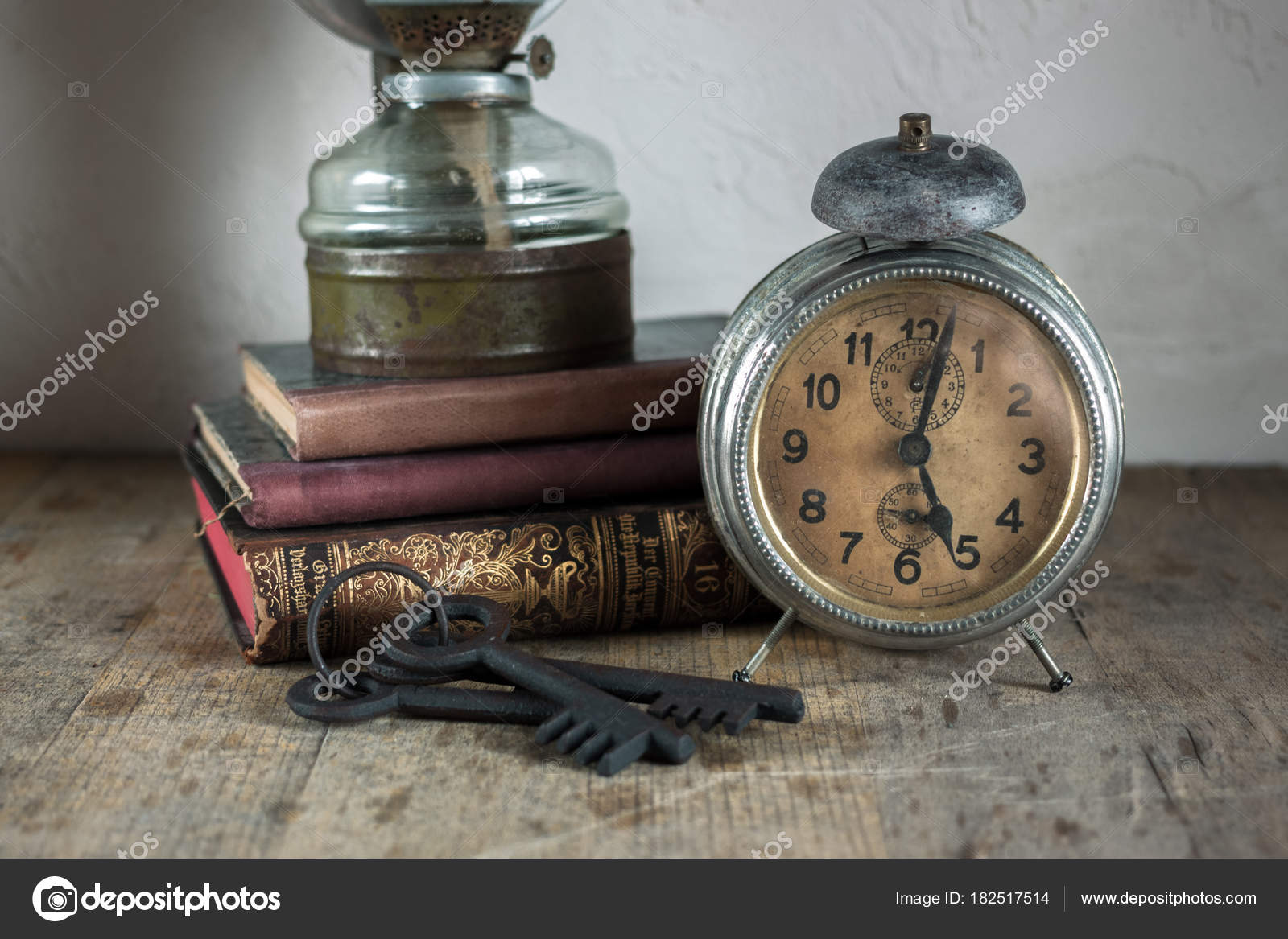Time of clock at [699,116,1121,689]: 5:01
